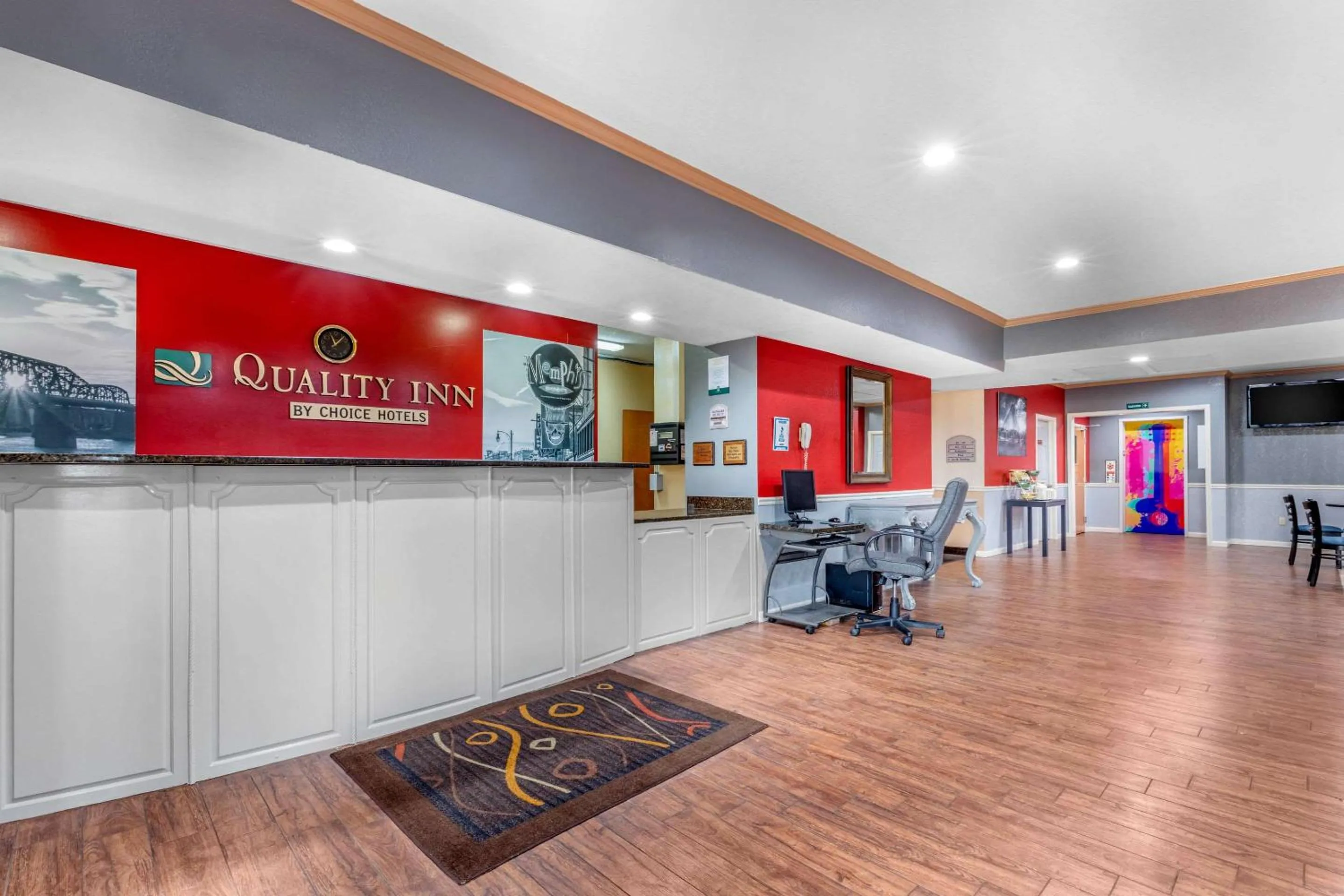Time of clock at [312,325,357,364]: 11:07
